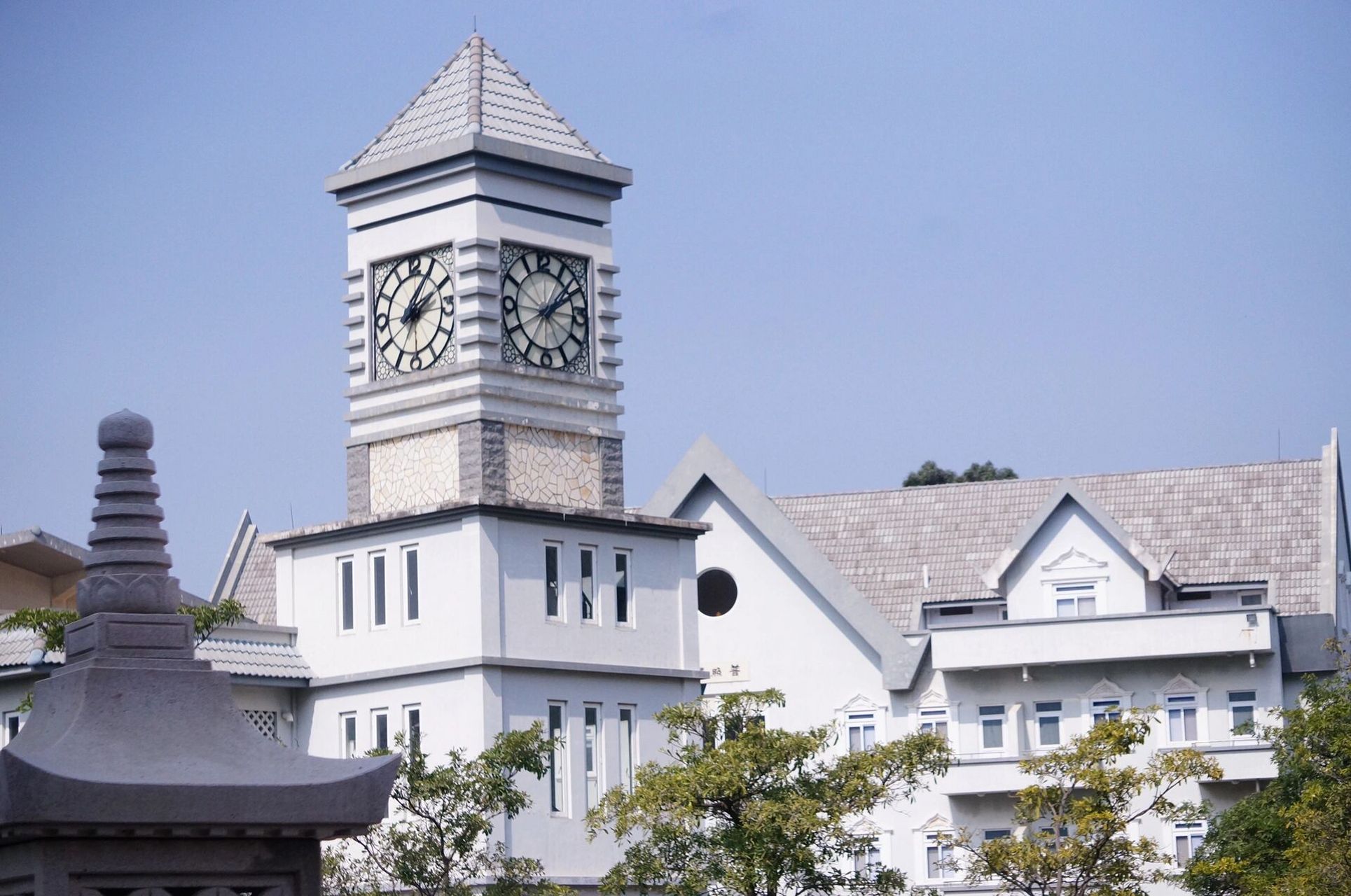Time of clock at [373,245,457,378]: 2:05
